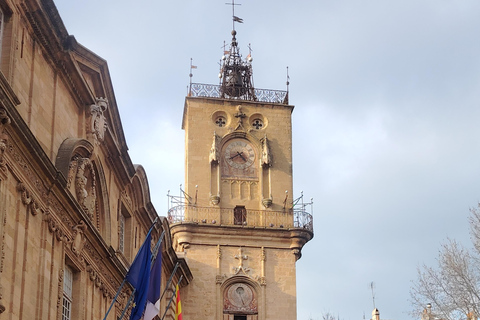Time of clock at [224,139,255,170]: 4:39
